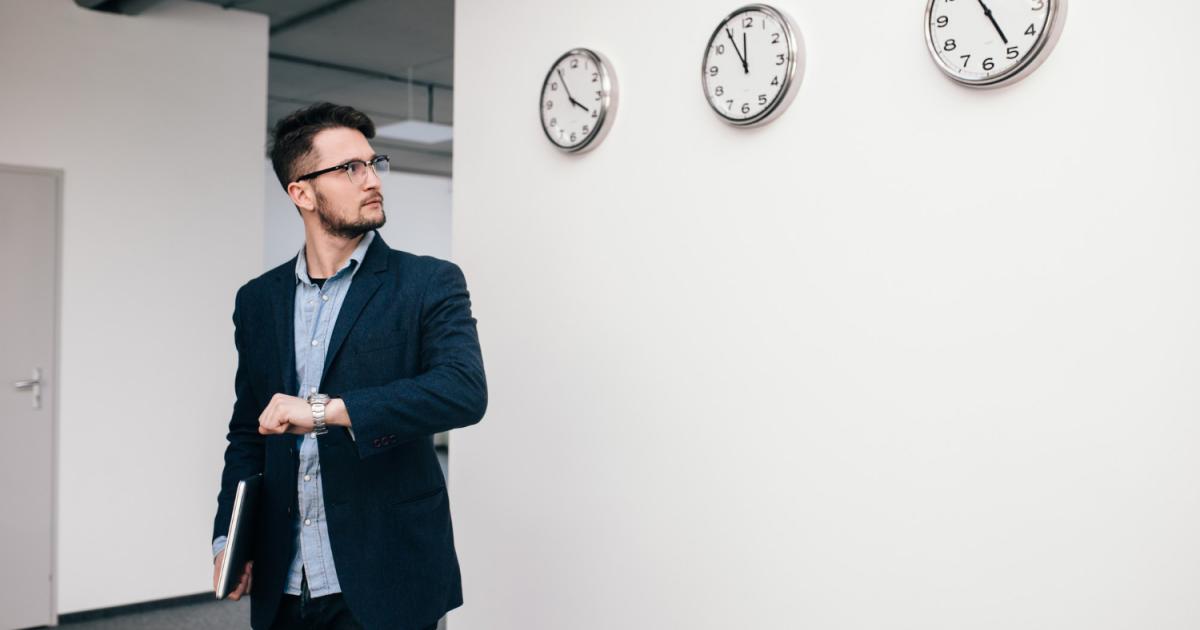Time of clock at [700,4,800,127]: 11:54
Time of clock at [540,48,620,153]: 3:54
